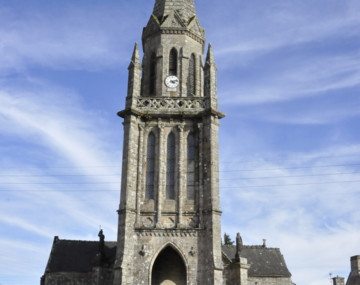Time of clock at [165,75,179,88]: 4:12
